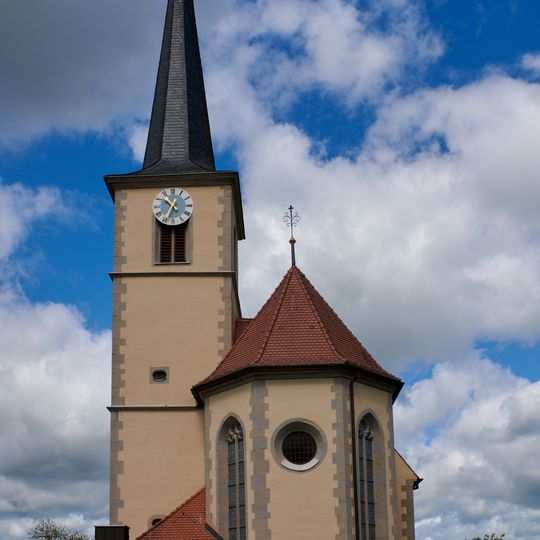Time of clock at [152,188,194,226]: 10:34
